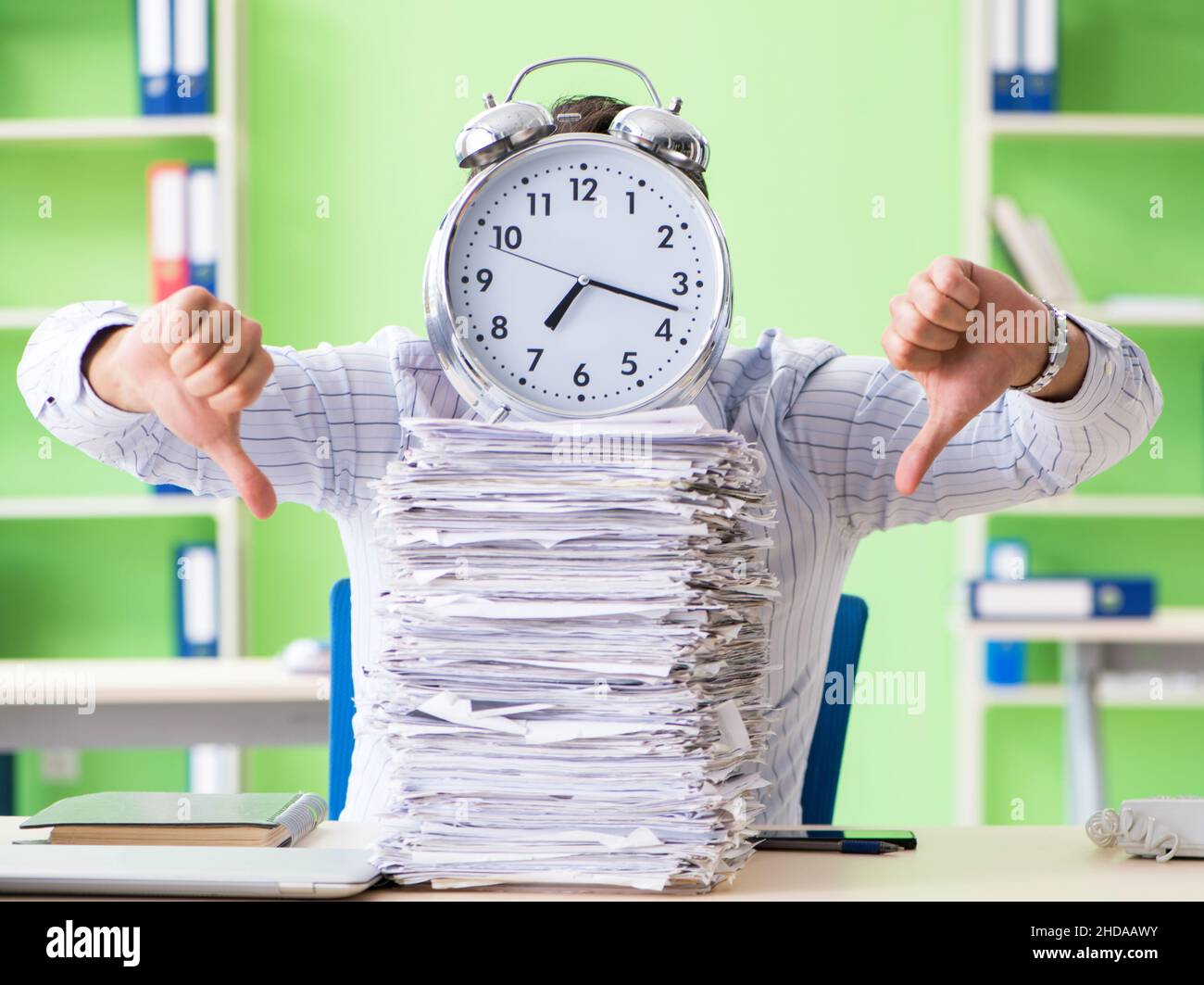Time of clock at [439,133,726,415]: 7:17
